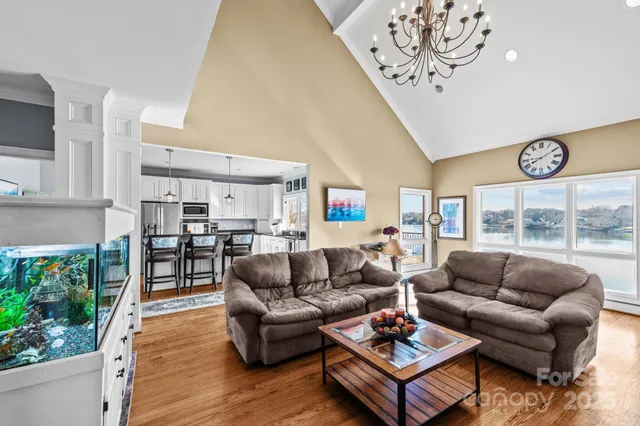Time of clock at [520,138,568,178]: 8:09
